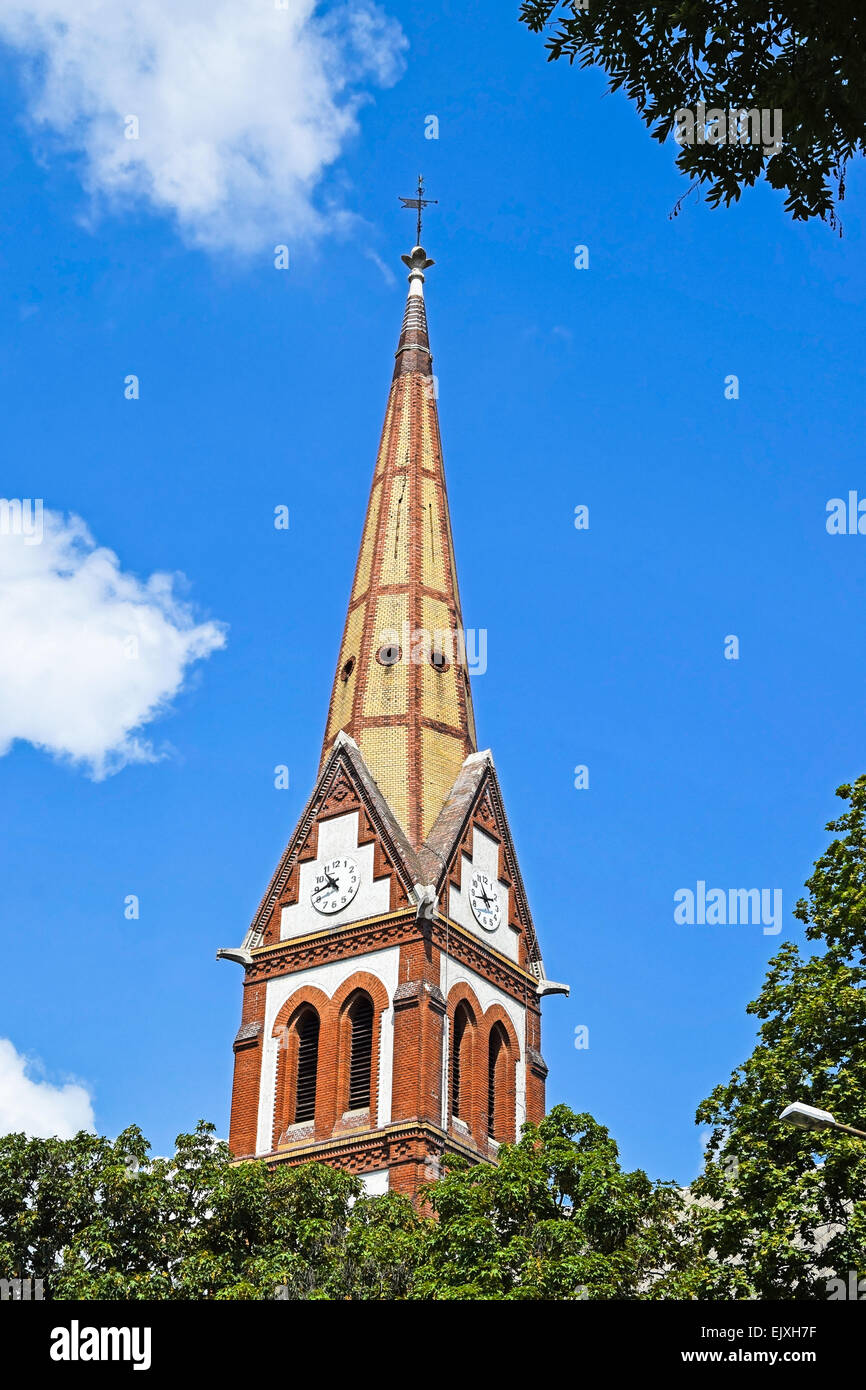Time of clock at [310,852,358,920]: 10:43
